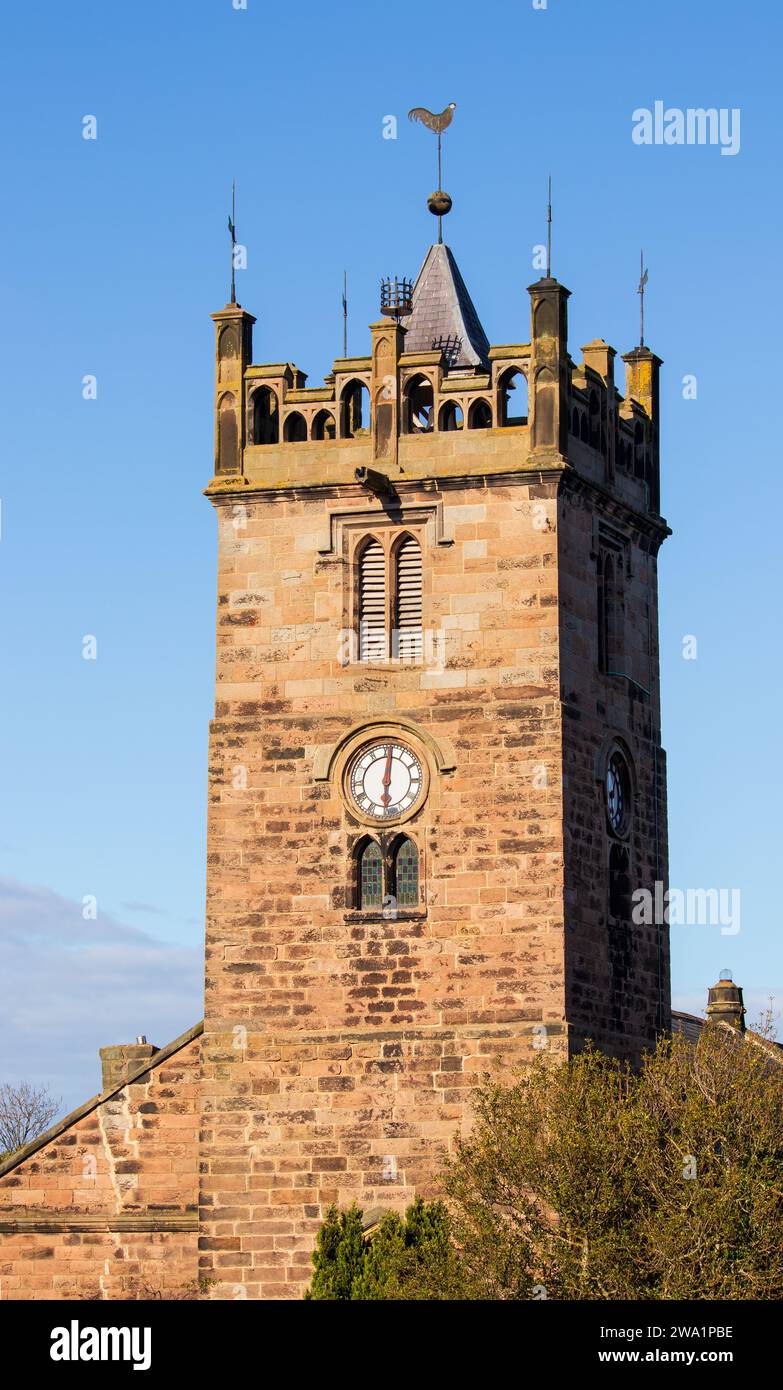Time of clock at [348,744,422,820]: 6:01
